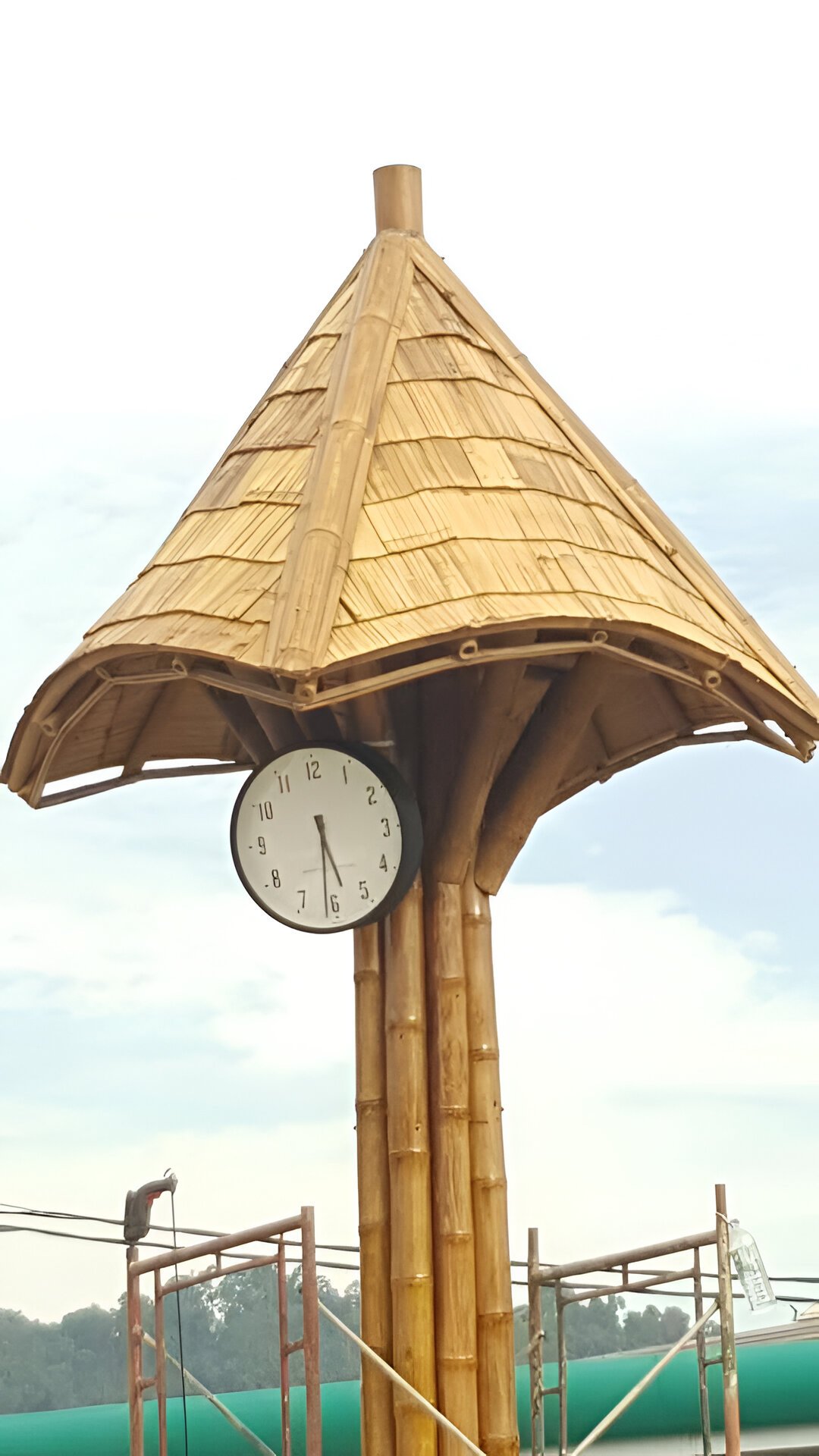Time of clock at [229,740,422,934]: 5:31
